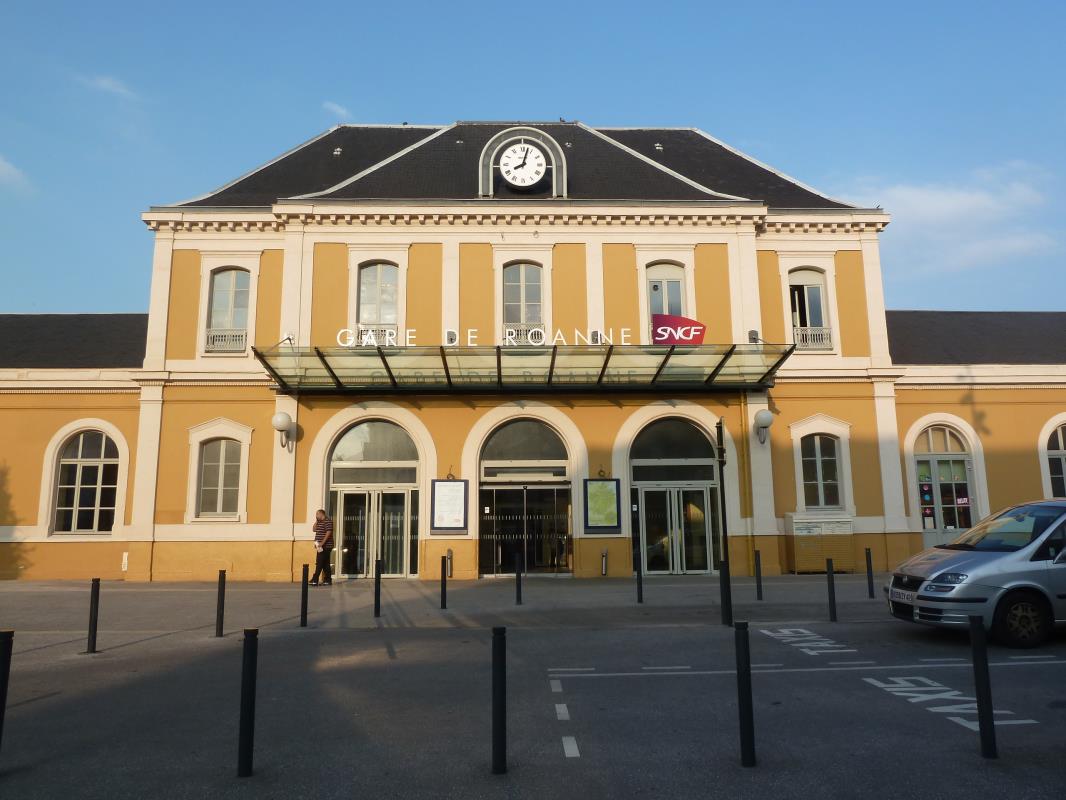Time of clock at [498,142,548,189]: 8:02
